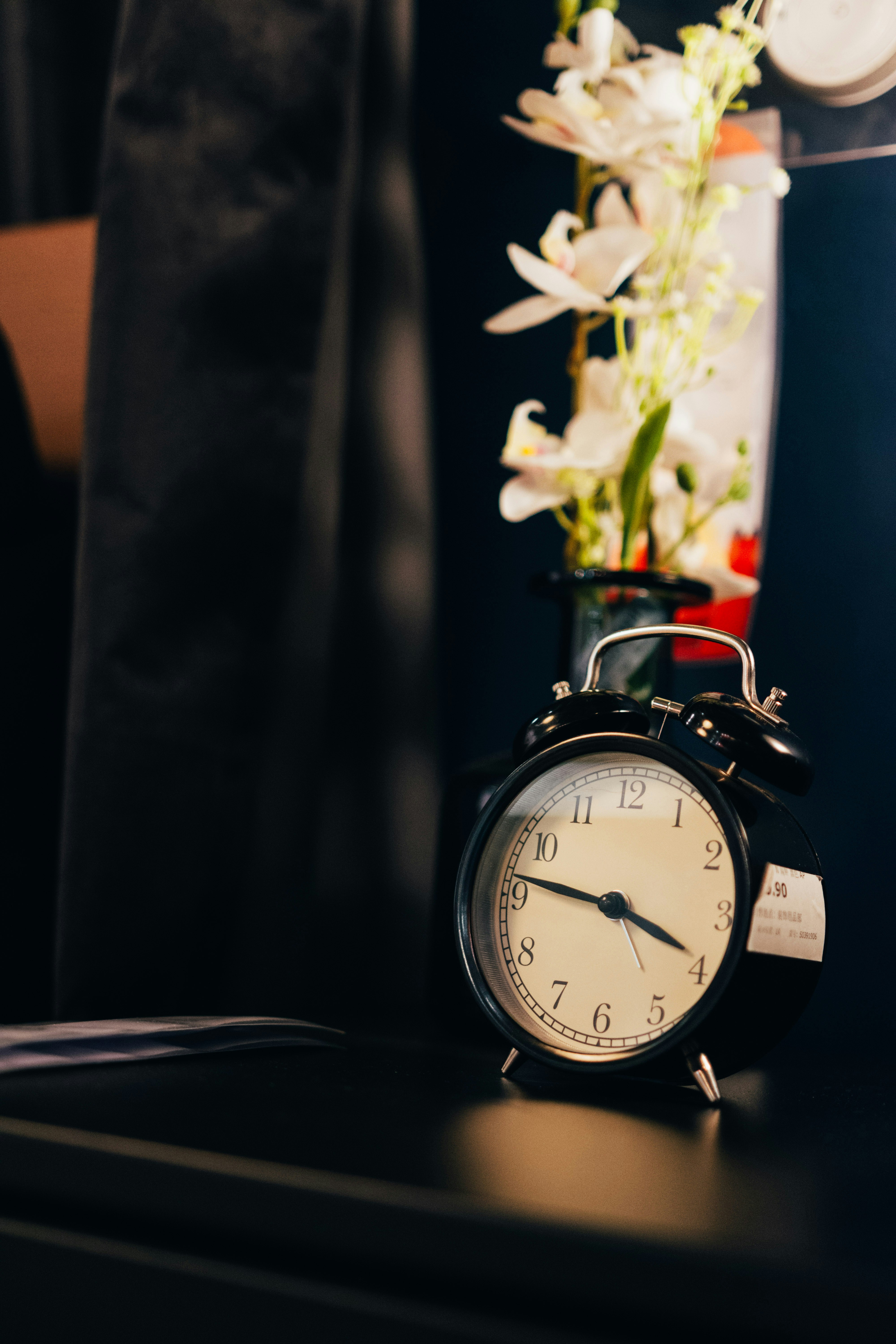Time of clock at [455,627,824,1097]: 3:46
